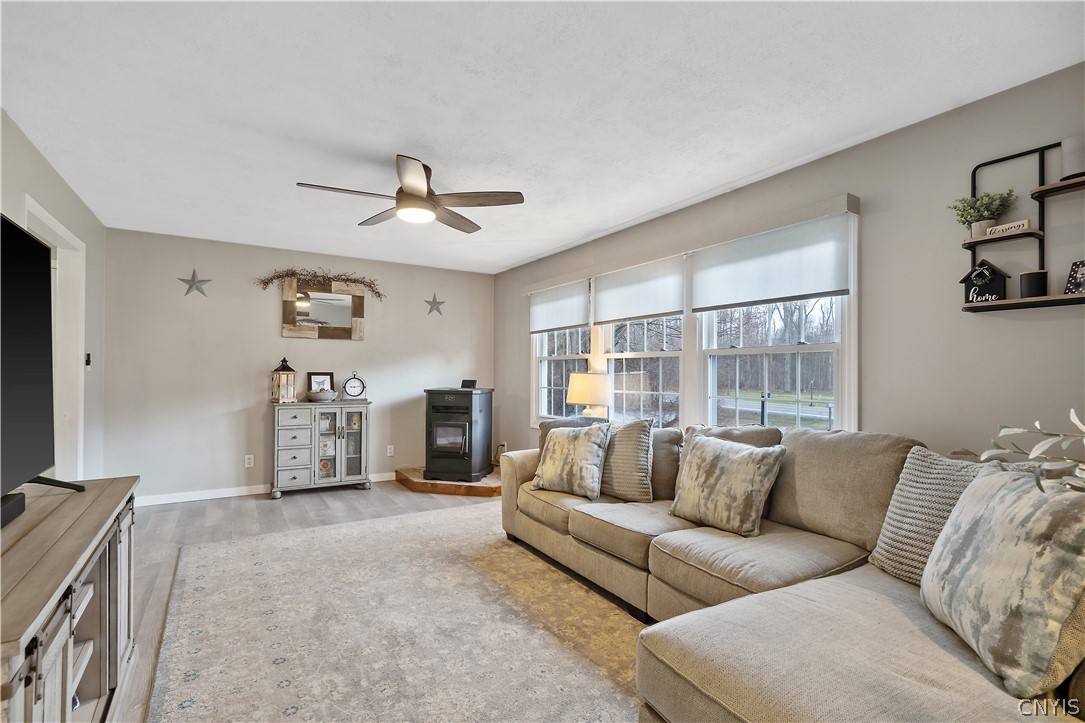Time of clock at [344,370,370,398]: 9:13
